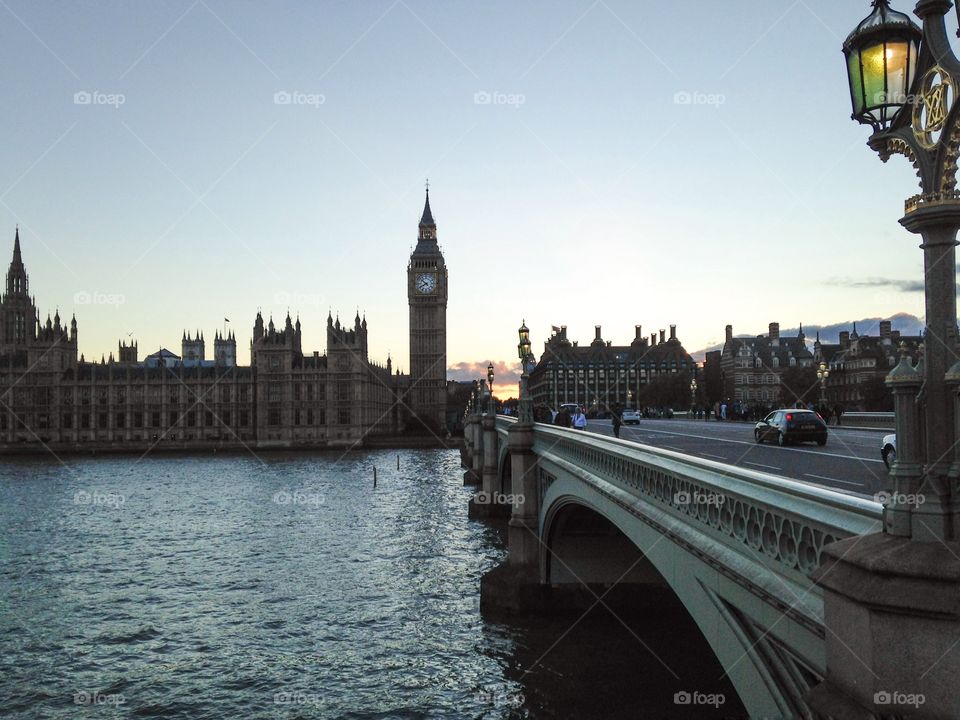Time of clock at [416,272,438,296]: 7:51
